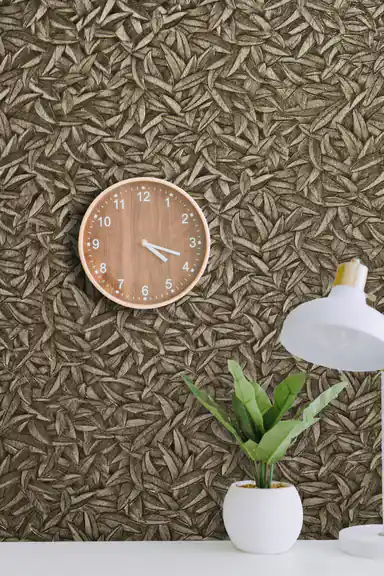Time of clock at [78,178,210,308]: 4:18
